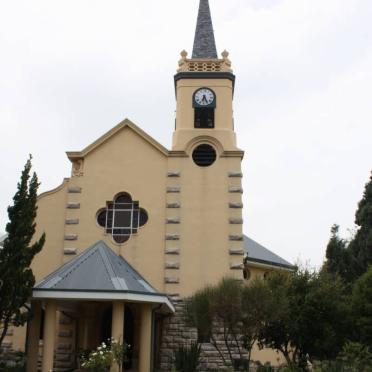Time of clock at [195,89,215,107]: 6:24
